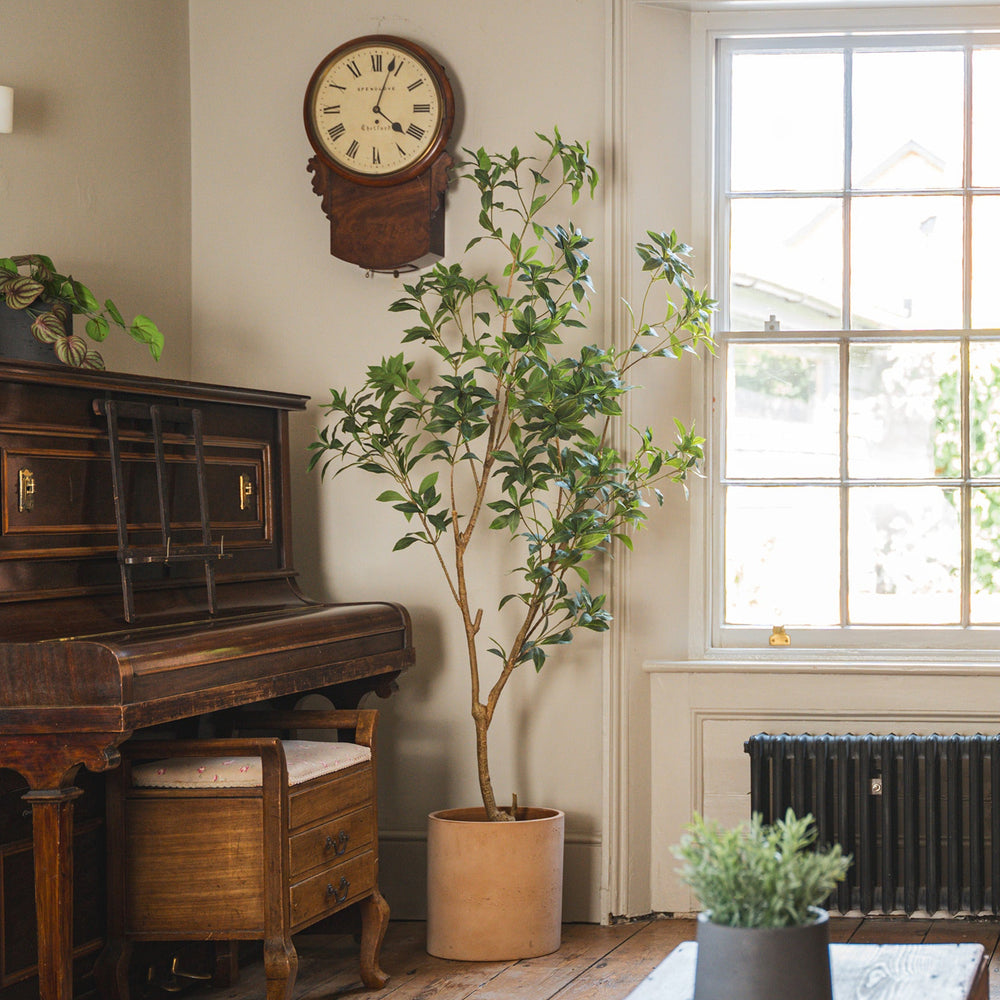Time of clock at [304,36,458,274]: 4:03
